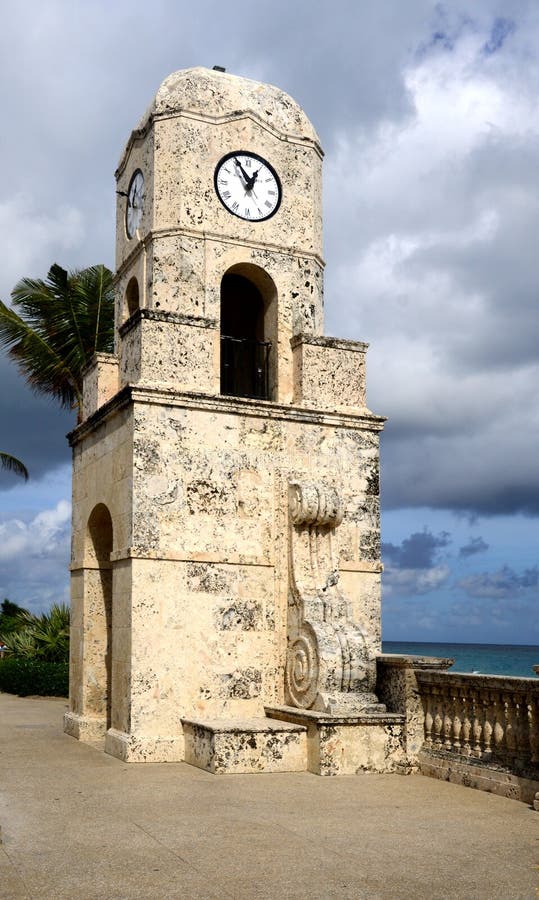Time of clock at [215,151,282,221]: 12:55
